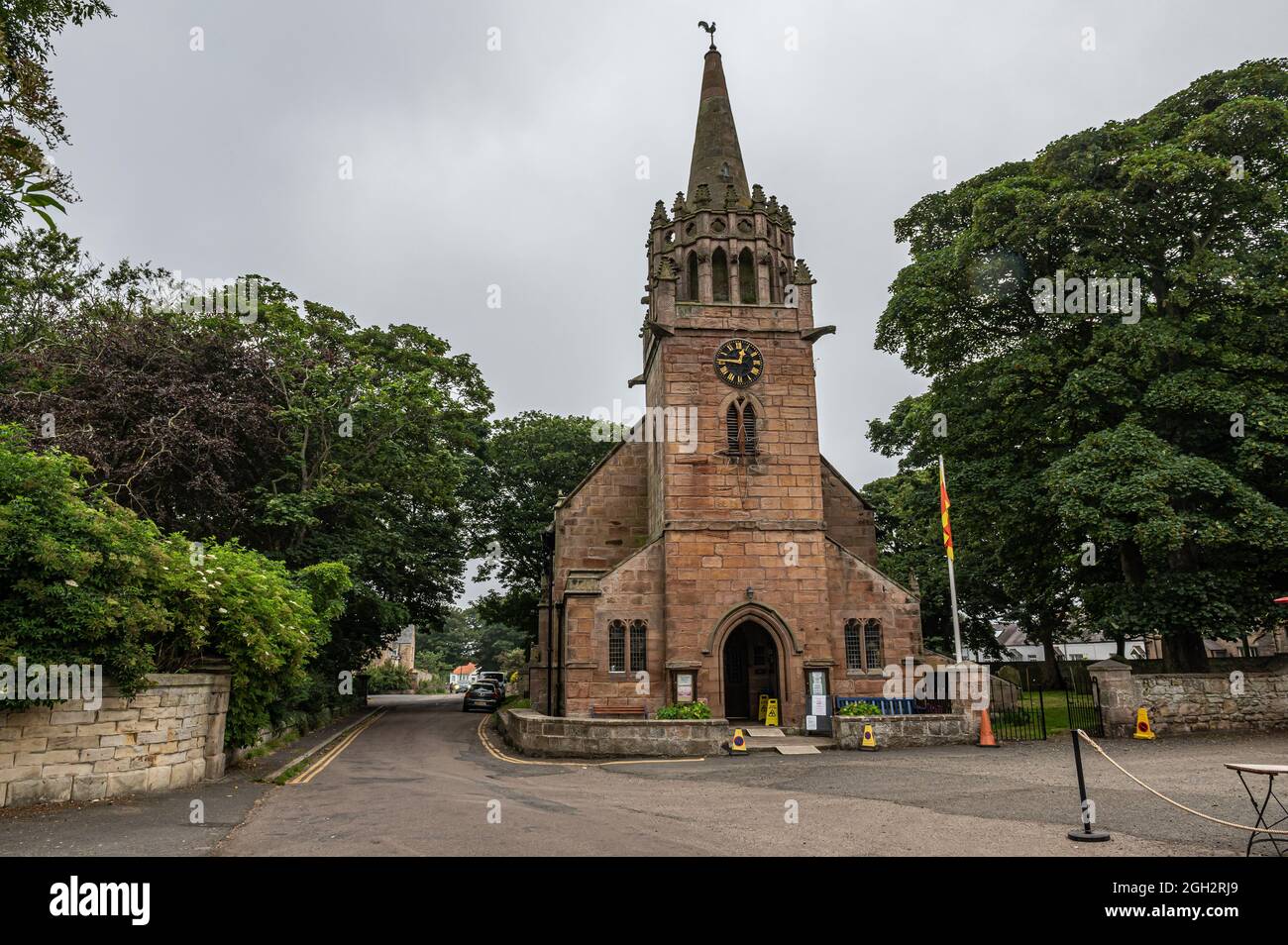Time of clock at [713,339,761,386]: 12:45
